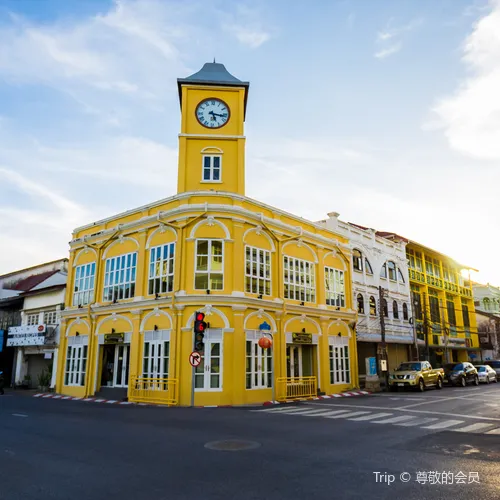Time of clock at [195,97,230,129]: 5:16
